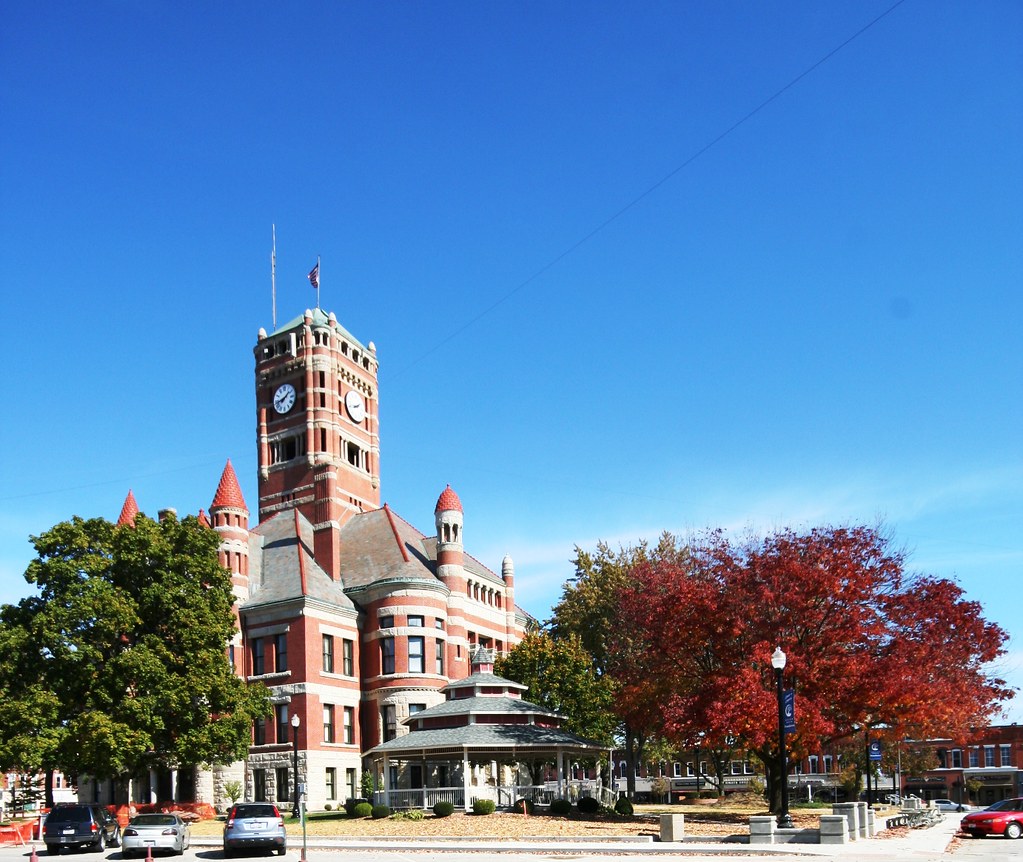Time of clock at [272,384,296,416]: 1:42
